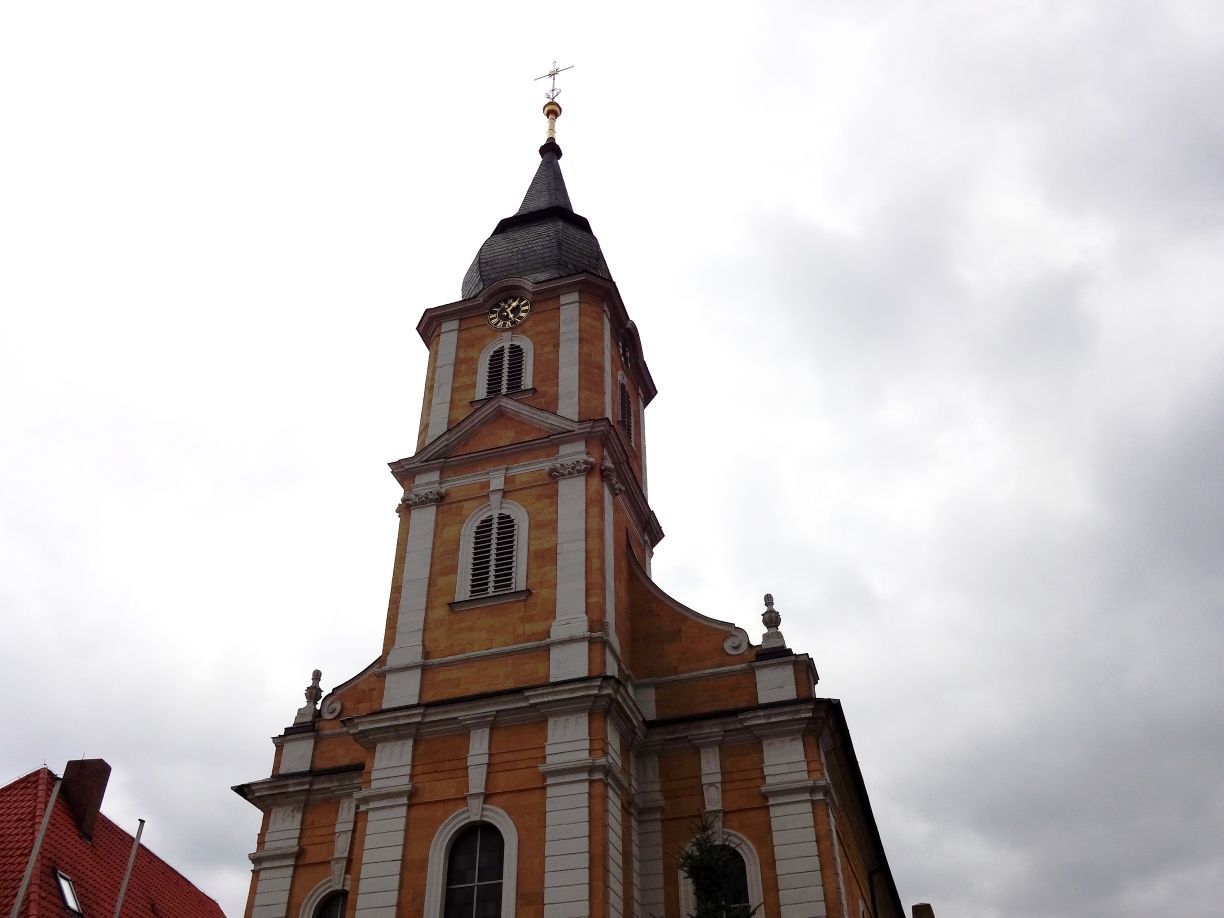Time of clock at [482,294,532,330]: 1:26
